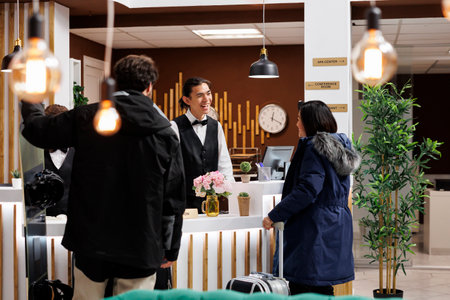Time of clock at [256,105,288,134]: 12:19
